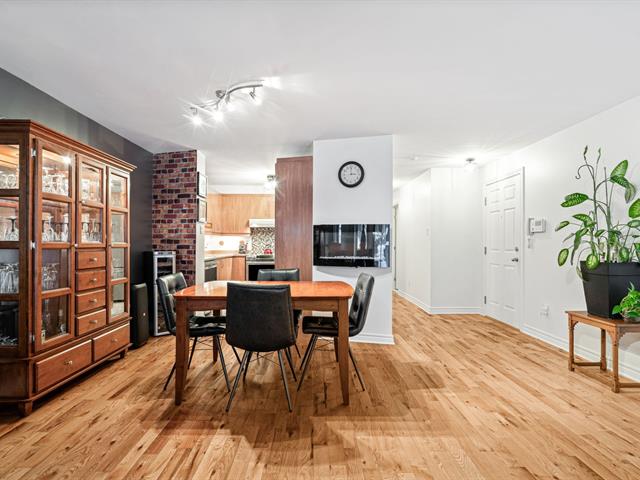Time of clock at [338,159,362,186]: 2:59
